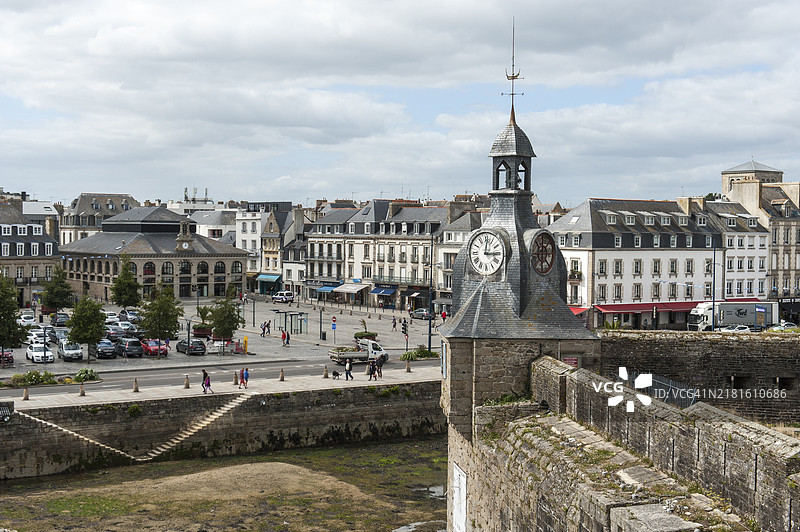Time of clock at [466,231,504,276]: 3:01
